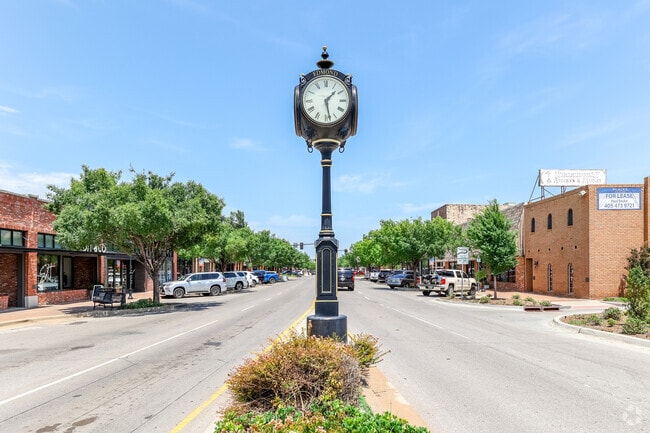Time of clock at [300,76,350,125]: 1:28
